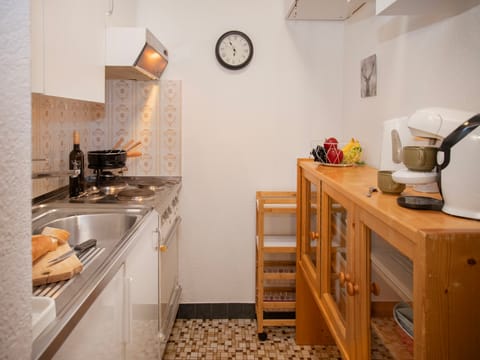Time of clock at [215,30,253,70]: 5:54
